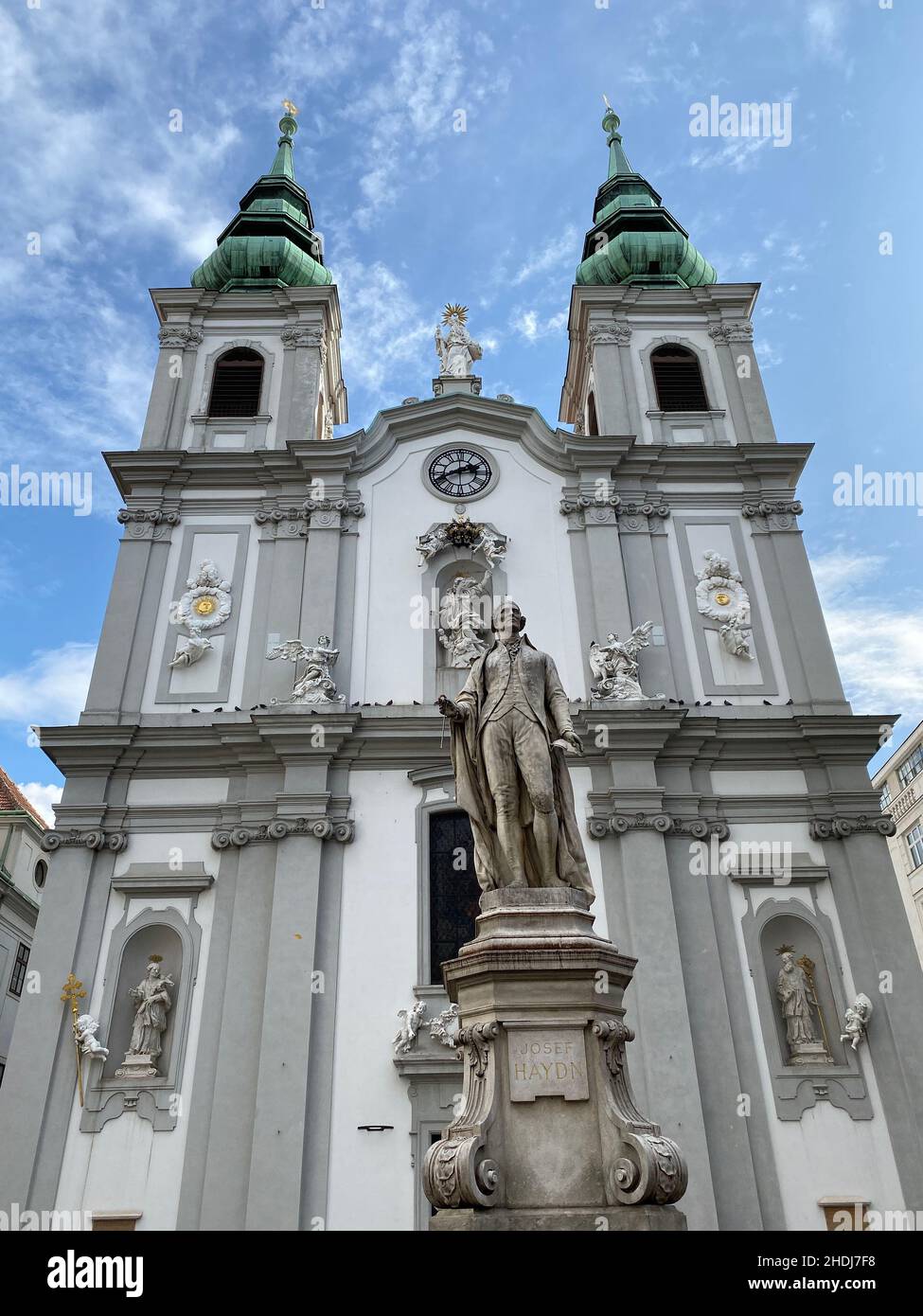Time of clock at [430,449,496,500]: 2:40
